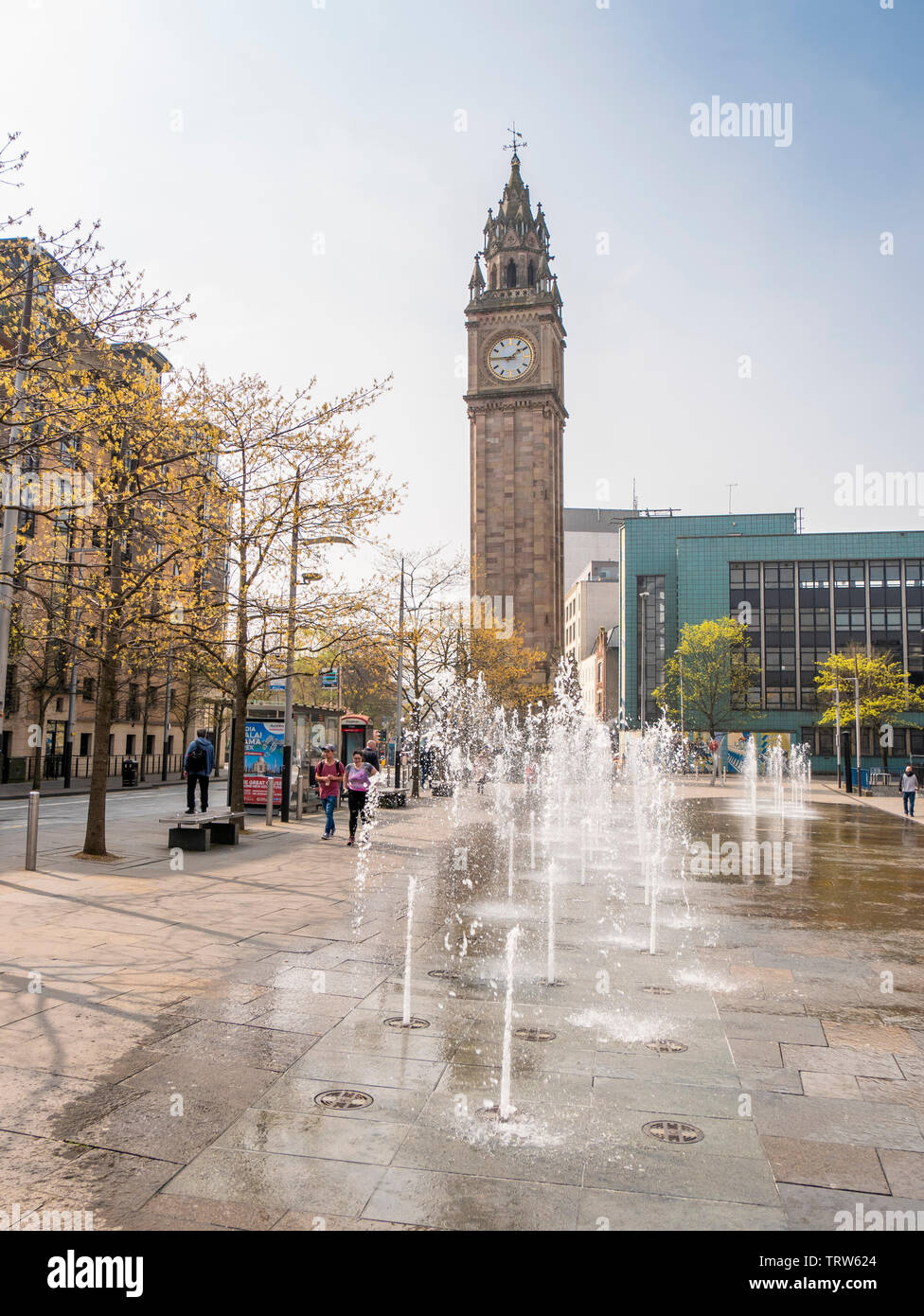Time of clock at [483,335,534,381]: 1:45
